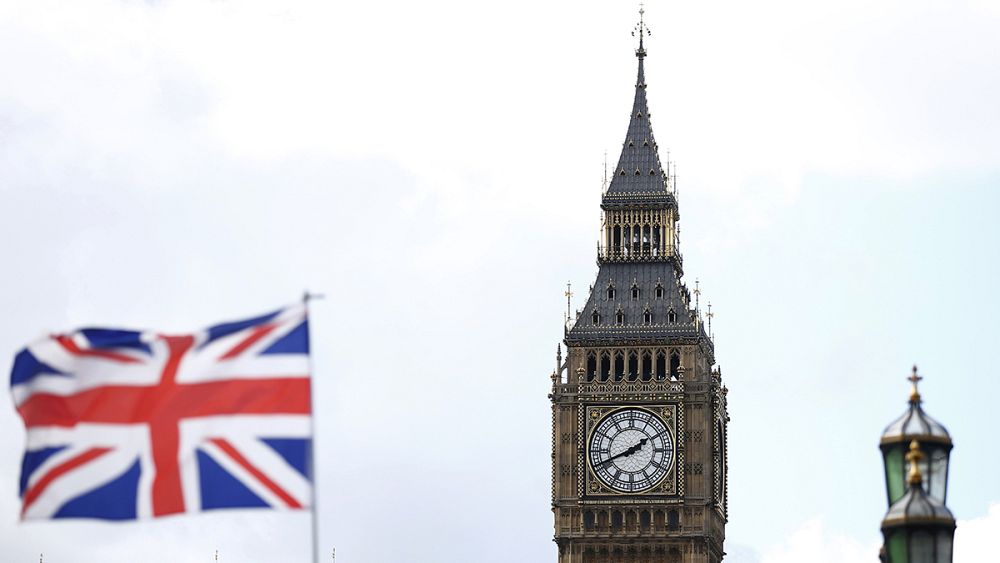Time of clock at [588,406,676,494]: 1:41
